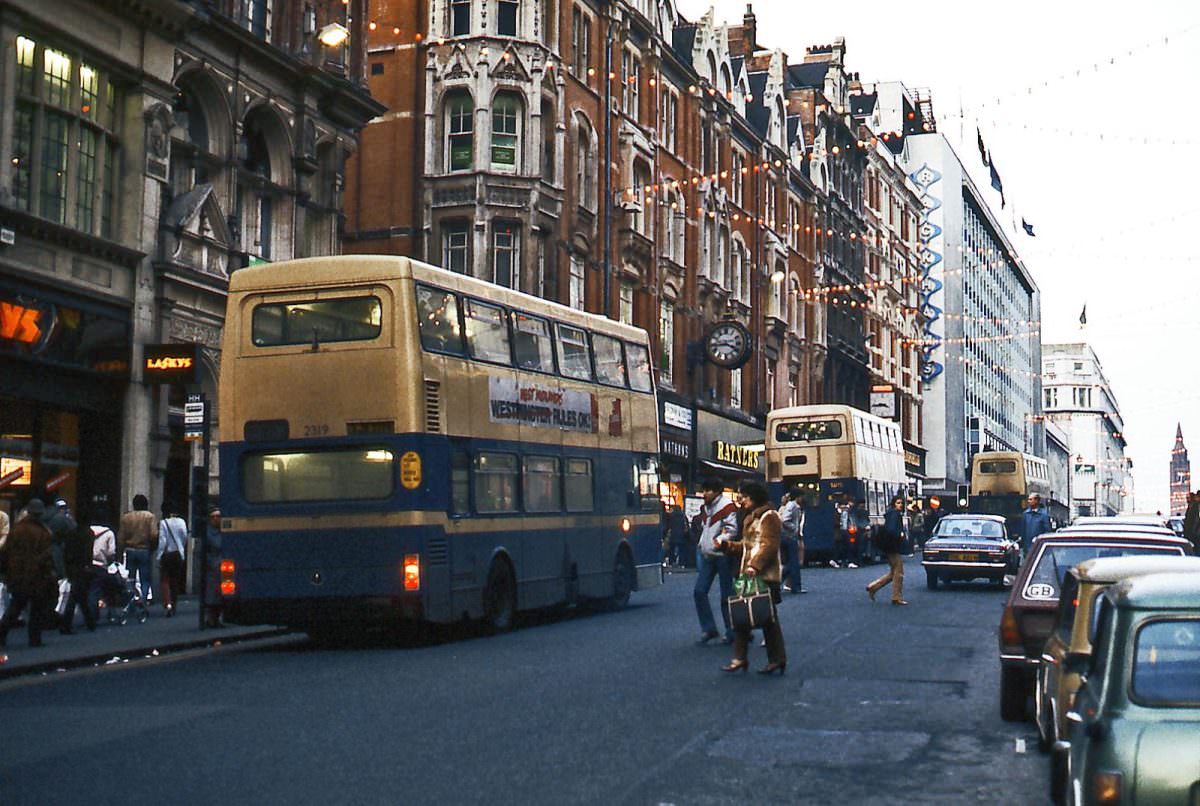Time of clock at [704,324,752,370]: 3:43
